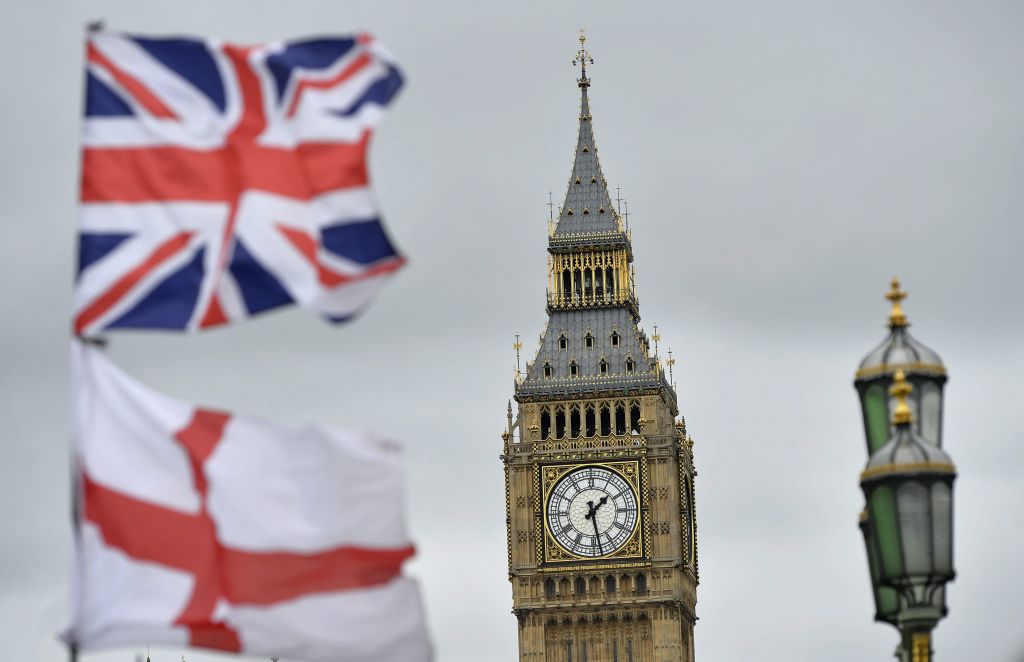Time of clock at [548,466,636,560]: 1:28
